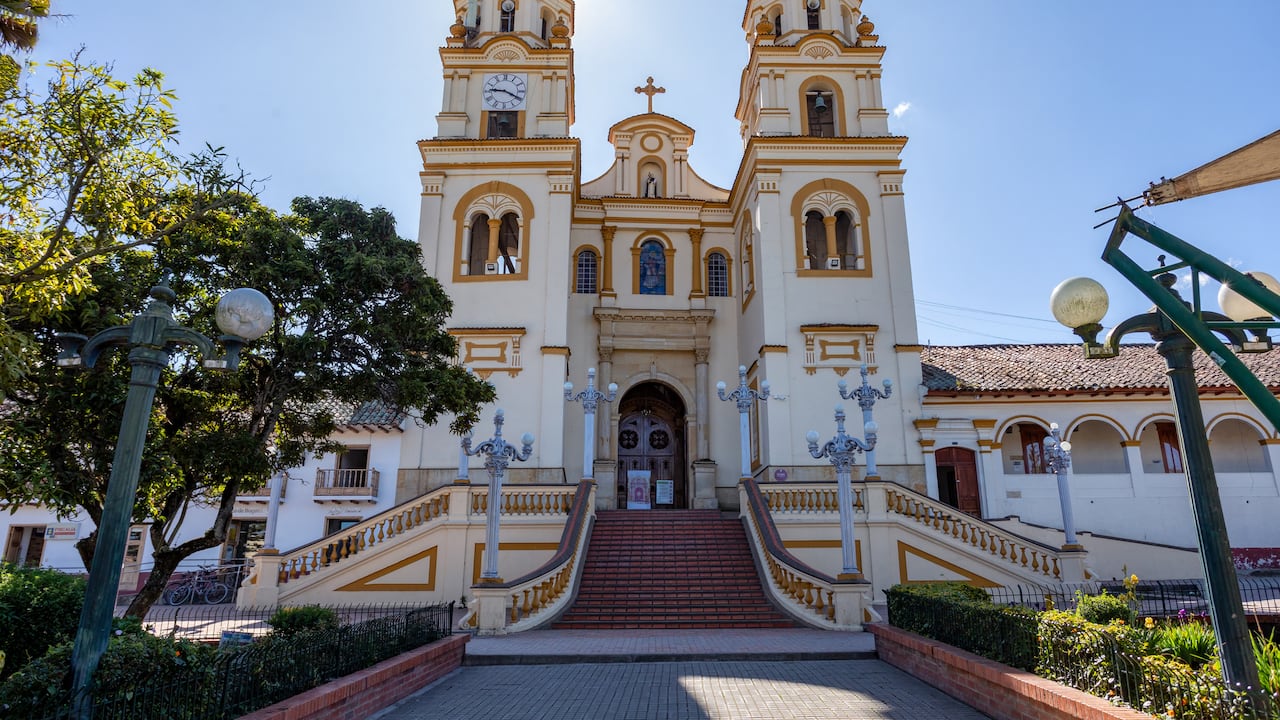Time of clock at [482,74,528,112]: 9:20
